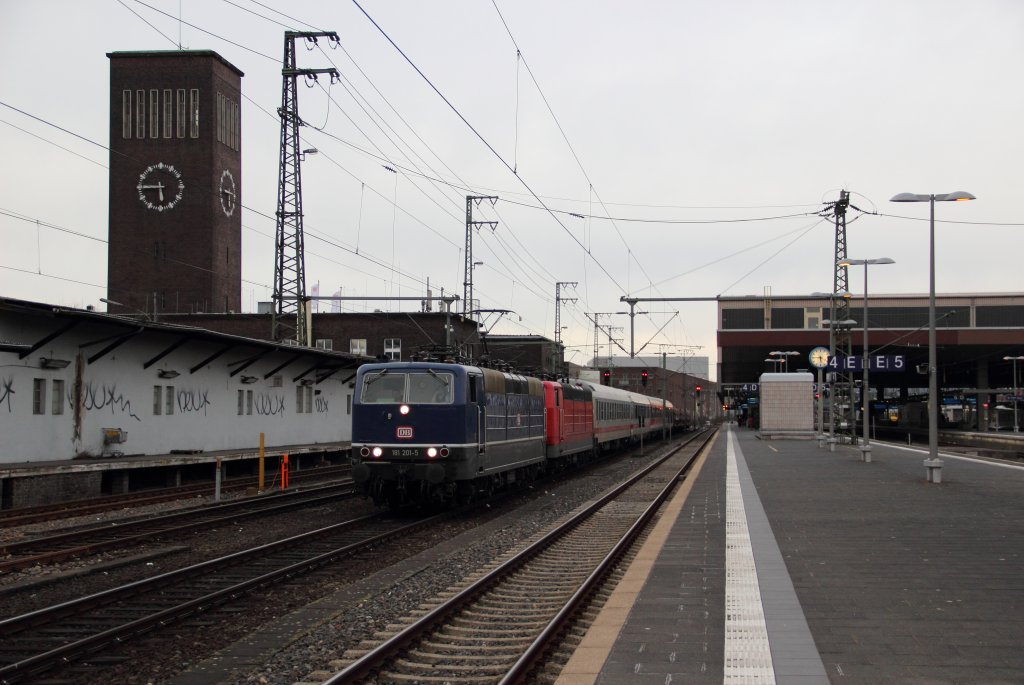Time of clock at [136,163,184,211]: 5:45
